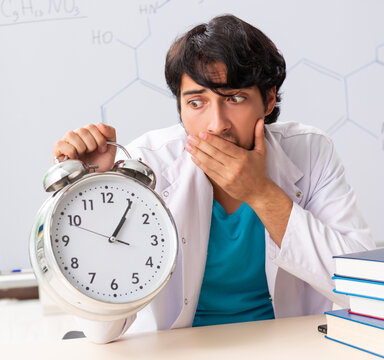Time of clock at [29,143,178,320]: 1:05
